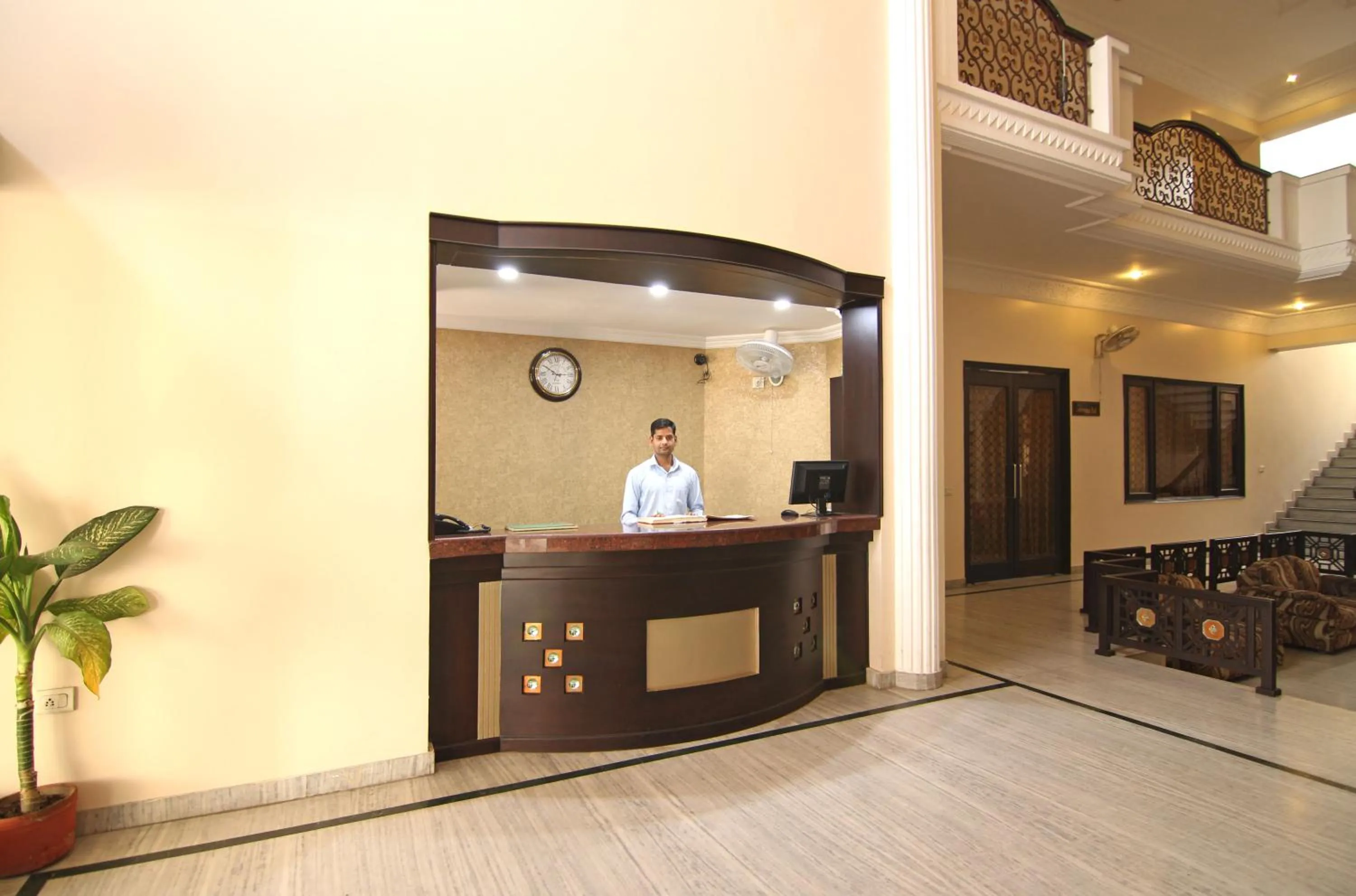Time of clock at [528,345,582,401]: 2:50
